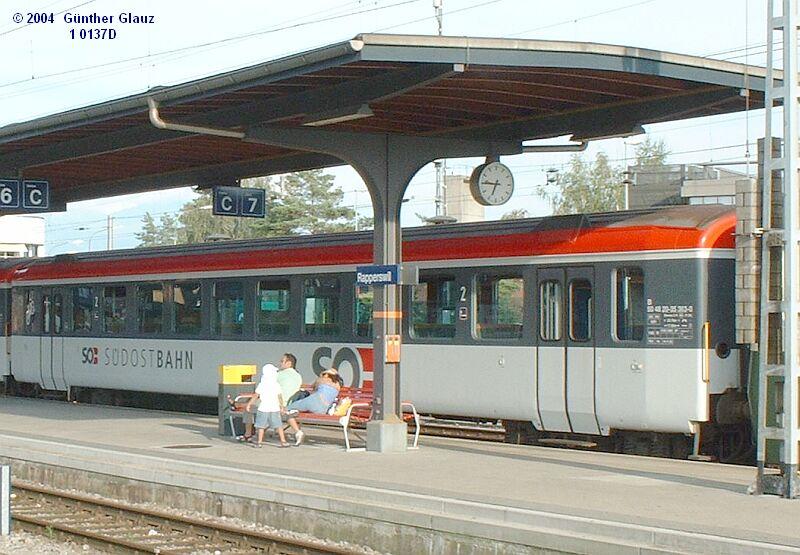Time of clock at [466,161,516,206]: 6:45
